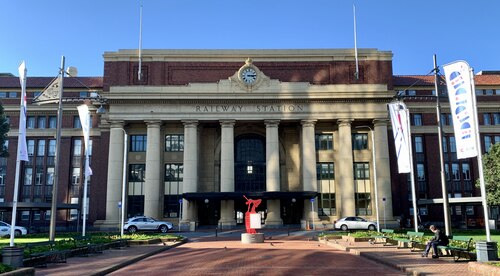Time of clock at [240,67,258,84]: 3:14
